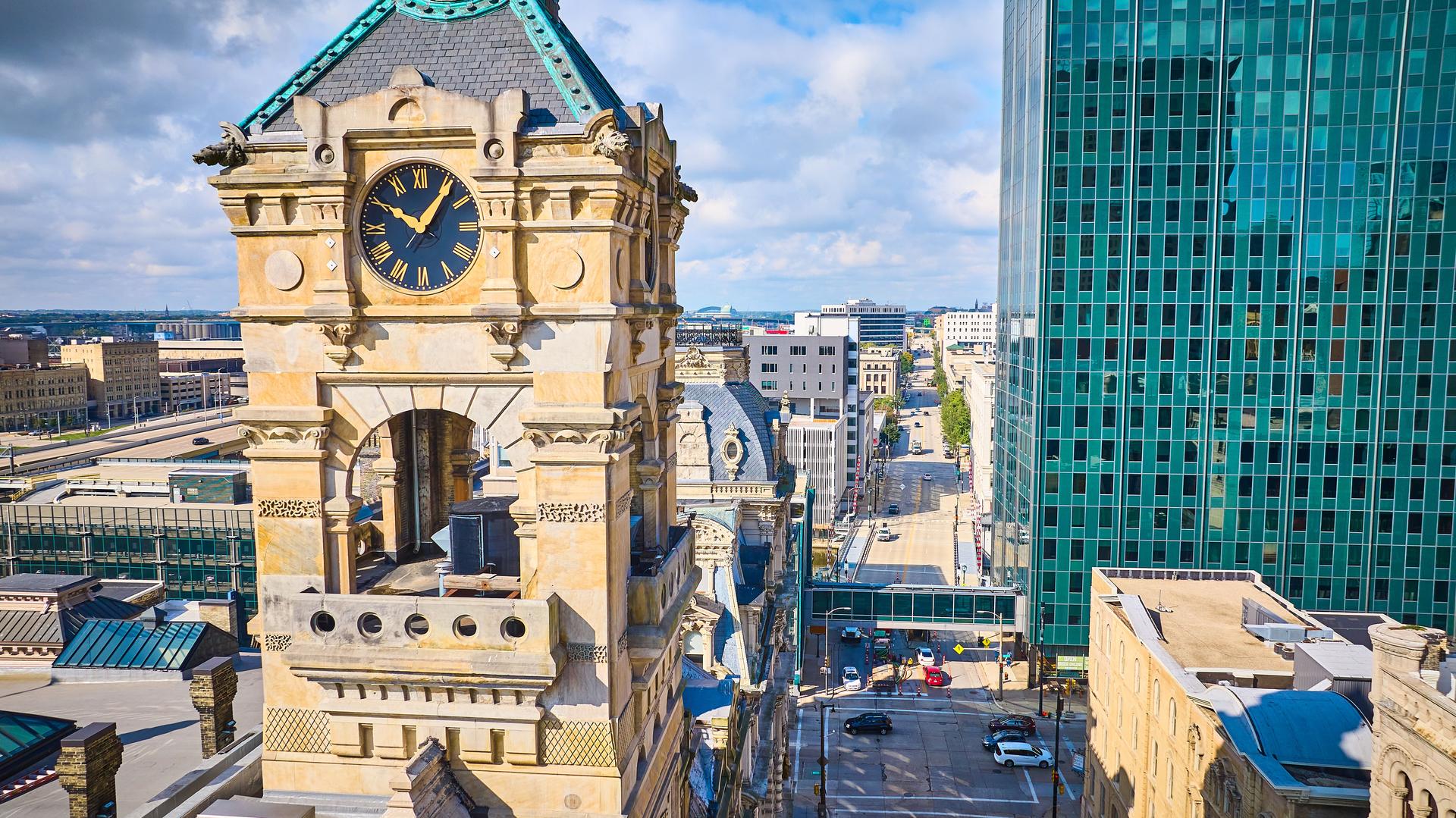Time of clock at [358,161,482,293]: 10:06
